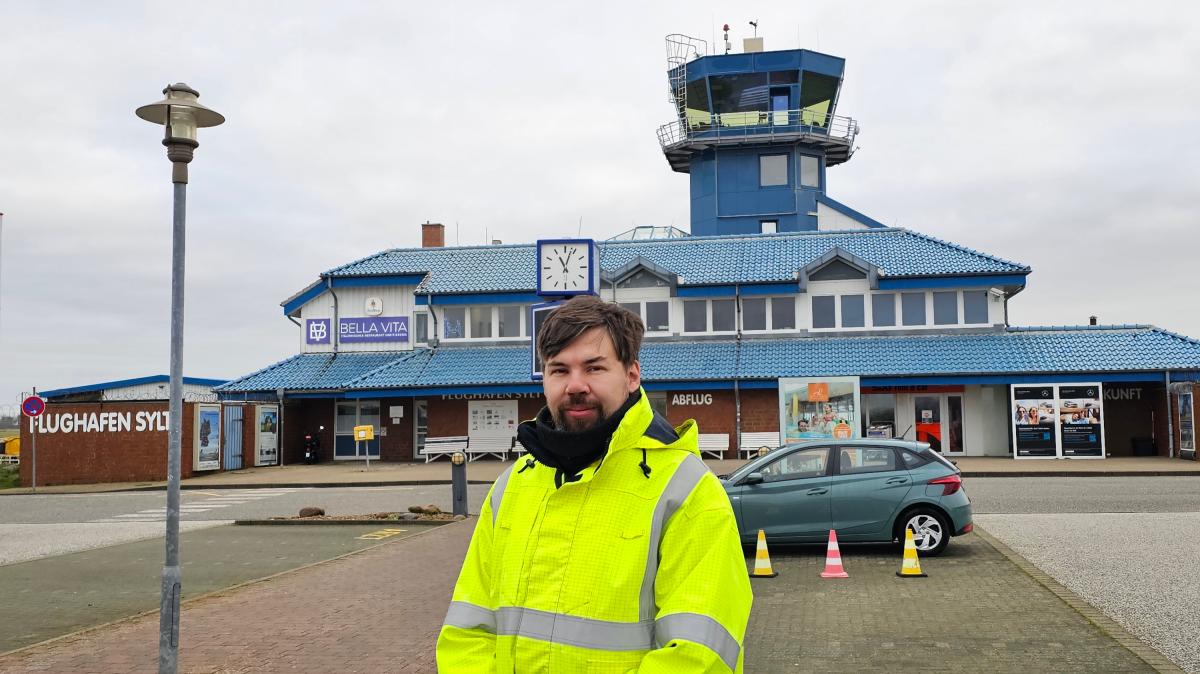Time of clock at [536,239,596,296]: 11:03
